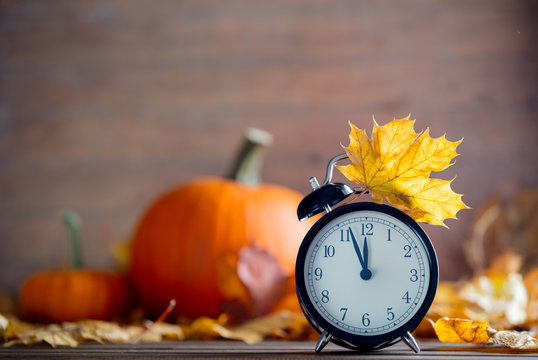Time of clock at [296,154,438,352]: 11:56
